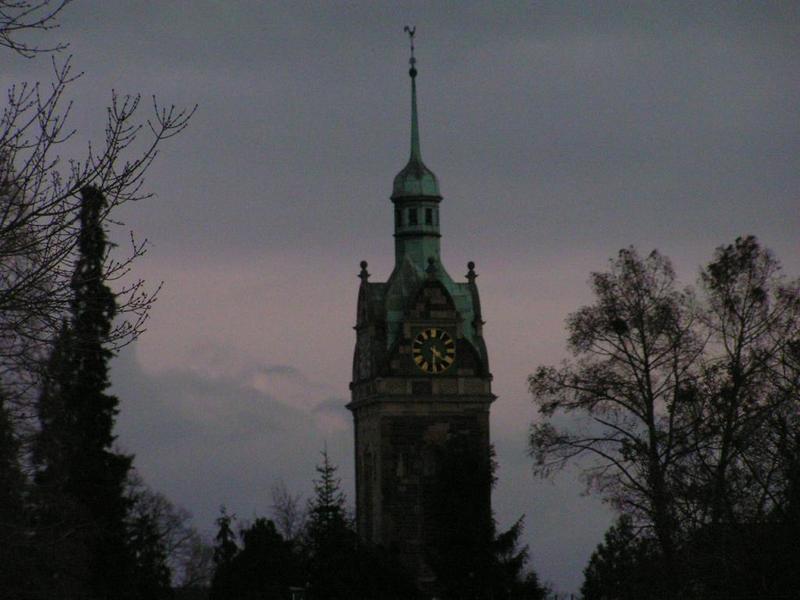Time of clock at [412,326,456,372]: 4:30
